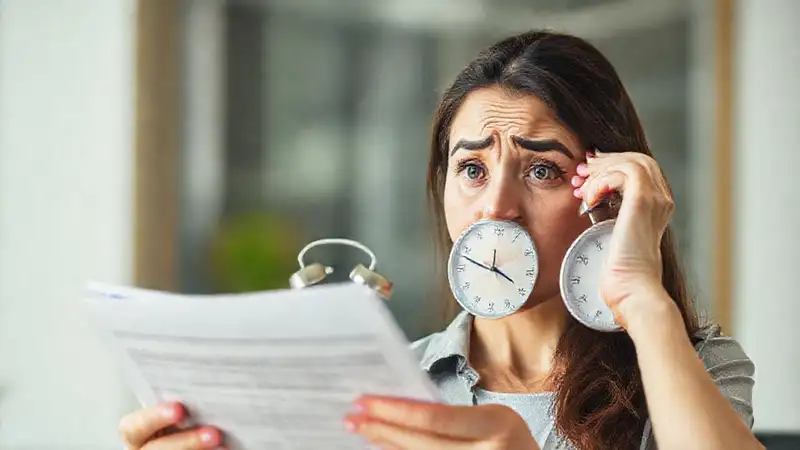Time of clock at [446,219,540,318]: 3:48
